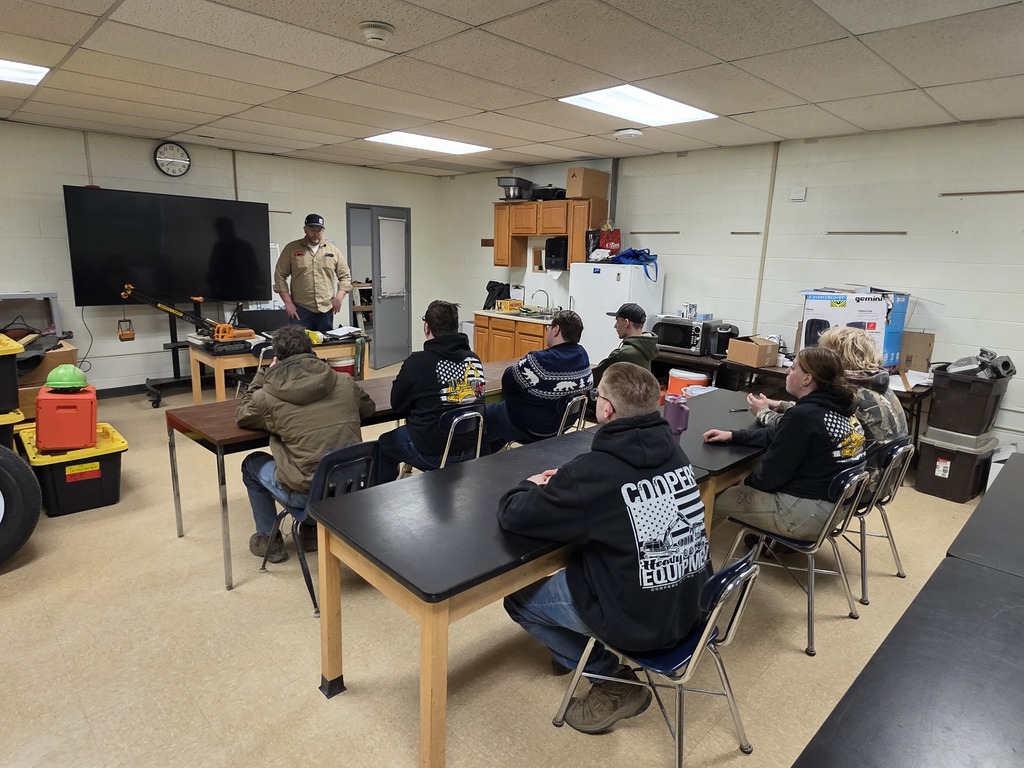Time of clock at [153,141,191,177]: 7:15
